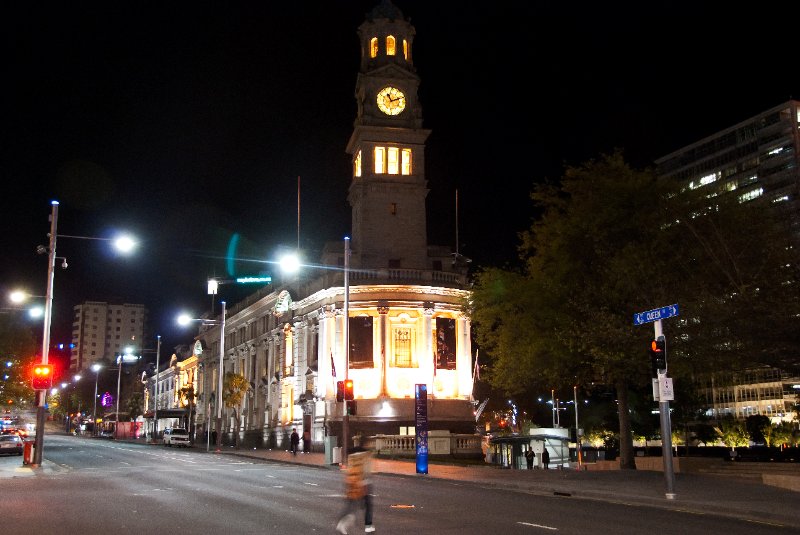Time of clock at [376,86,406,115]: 11:11
